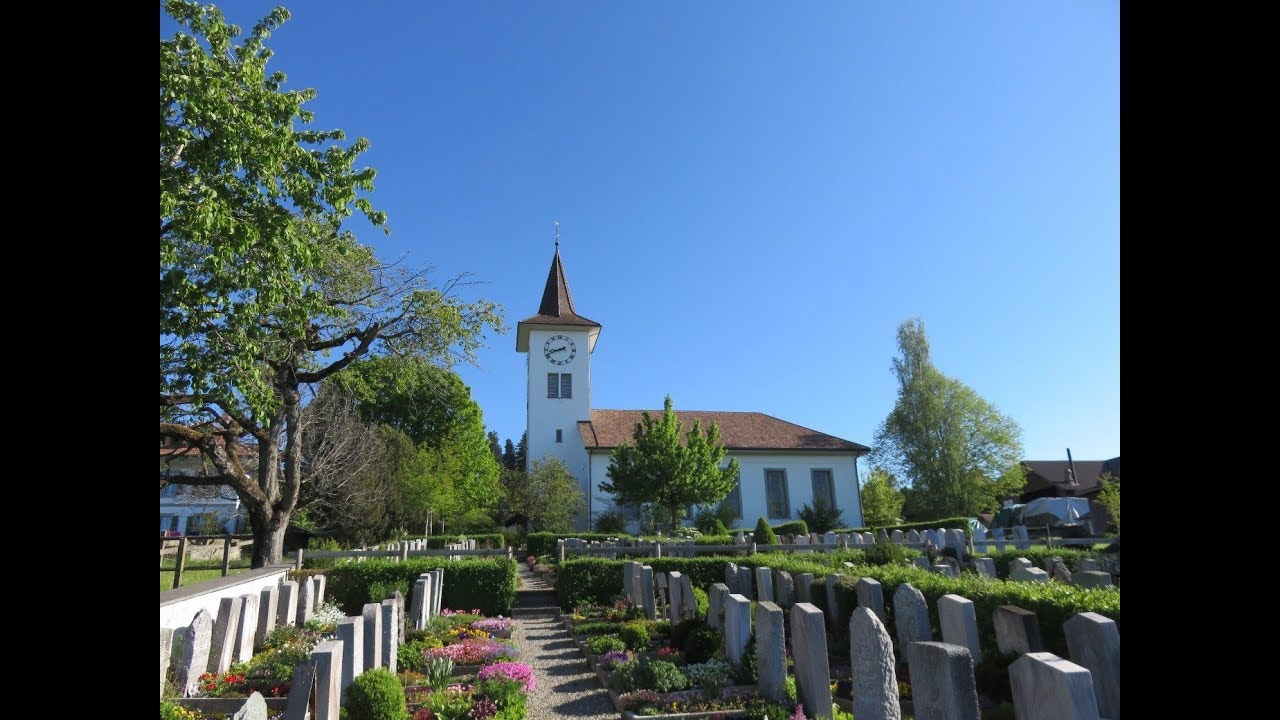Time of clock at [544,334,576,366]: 8:41
